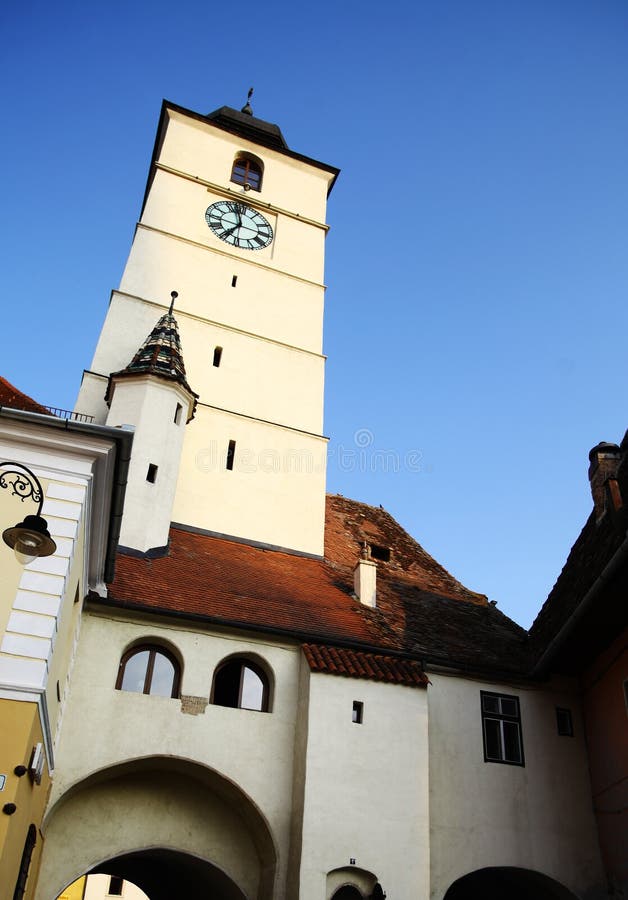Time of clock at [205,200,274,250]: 6:57
